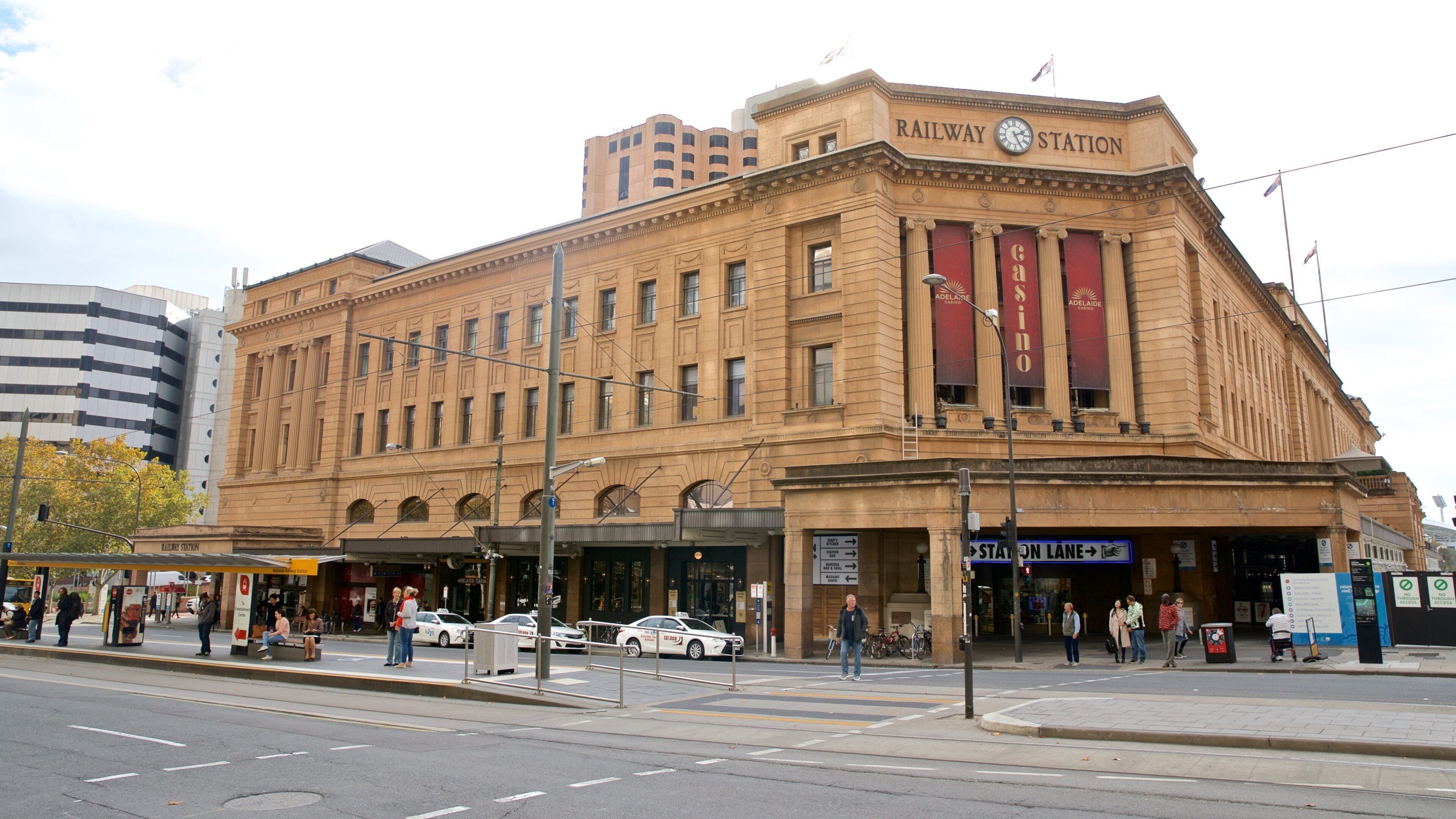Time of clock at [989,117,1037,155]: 2:25
